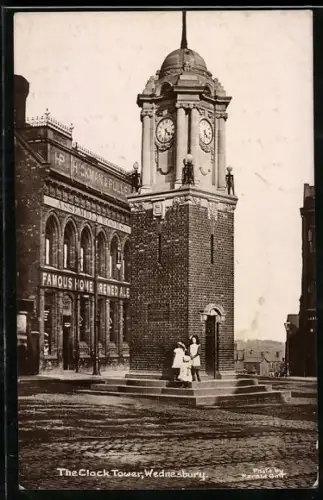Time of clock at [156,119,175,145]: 4:31
